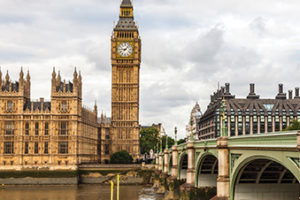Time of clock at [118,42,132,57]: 9:07
